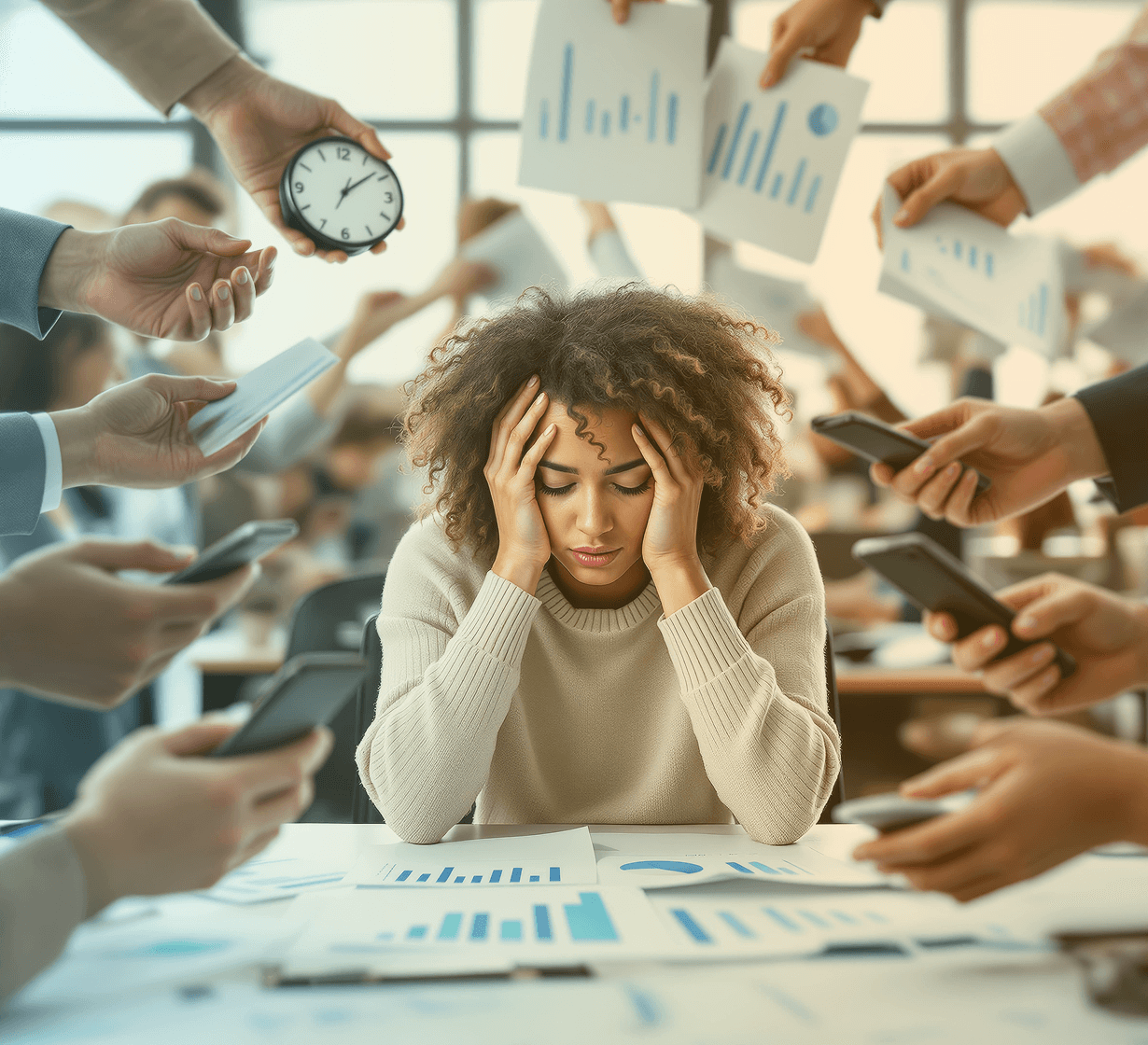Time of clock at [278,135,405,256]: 1:08
